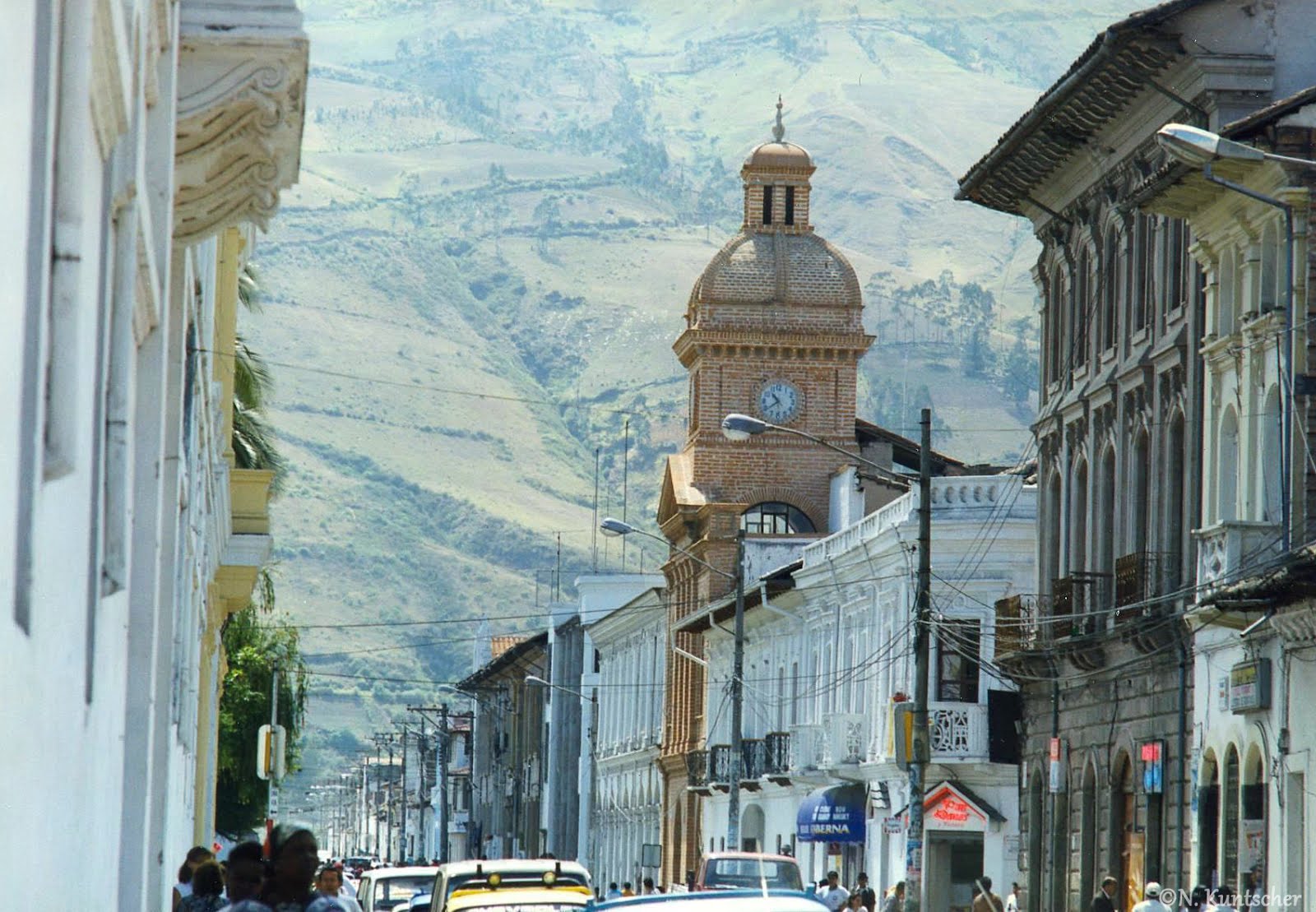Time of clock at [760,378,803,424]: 10:38
